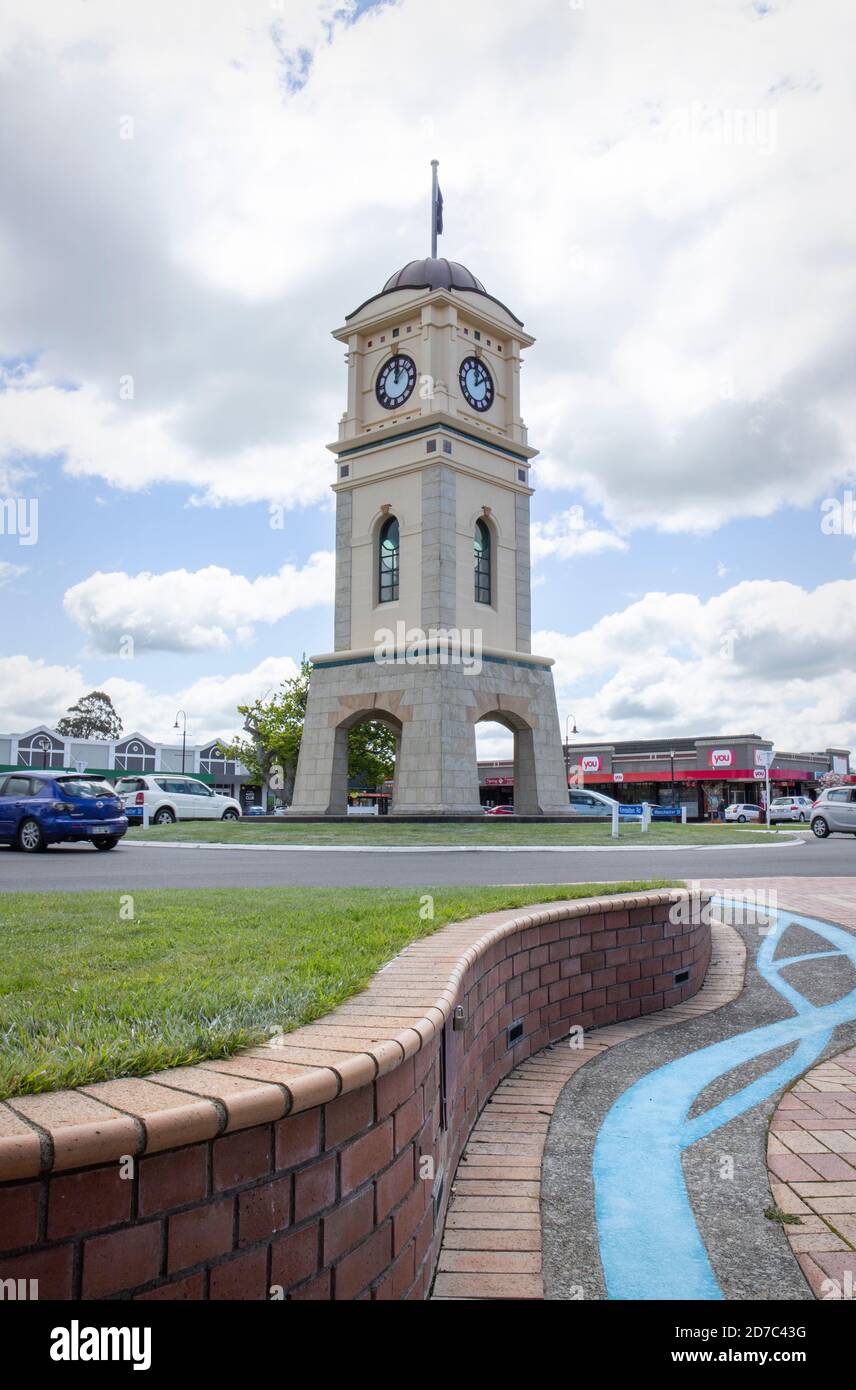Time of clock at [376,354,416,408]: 12:07
